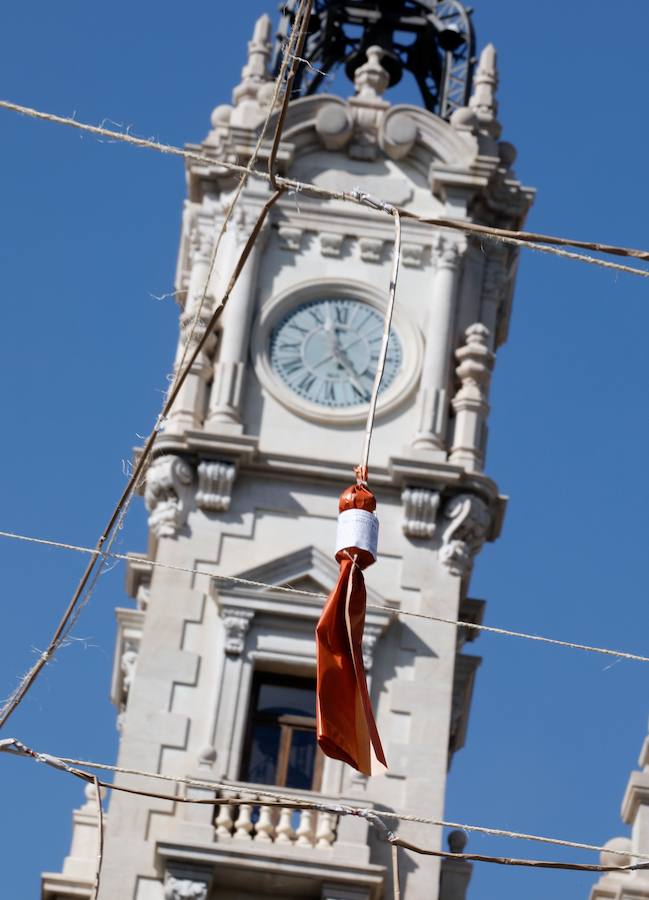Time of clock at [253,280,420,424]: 4:59
